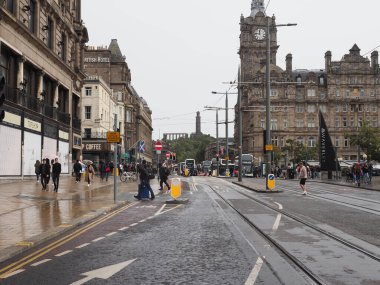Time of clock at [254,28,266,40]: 11:46
